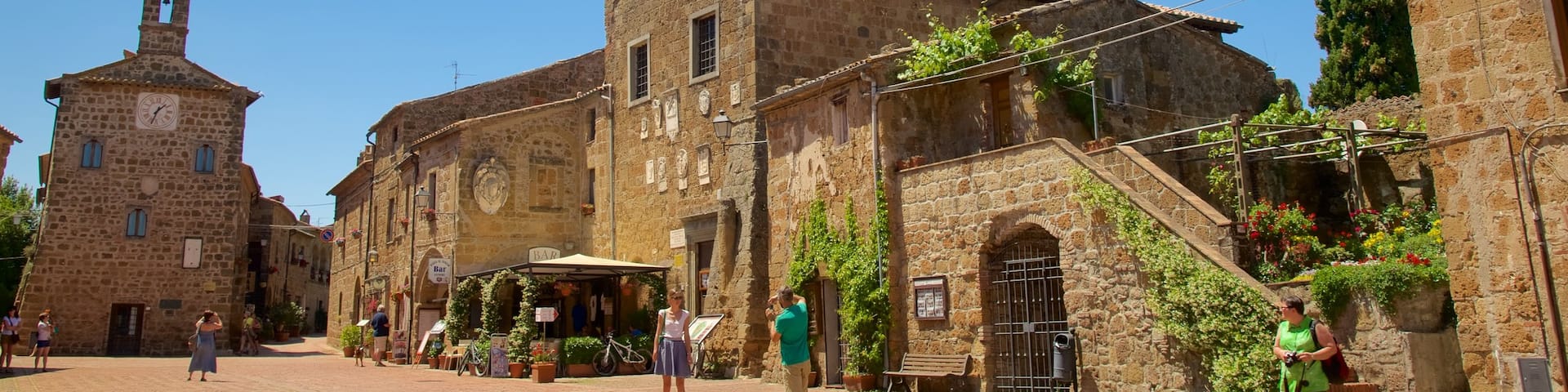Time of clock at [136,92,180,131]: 1:33
